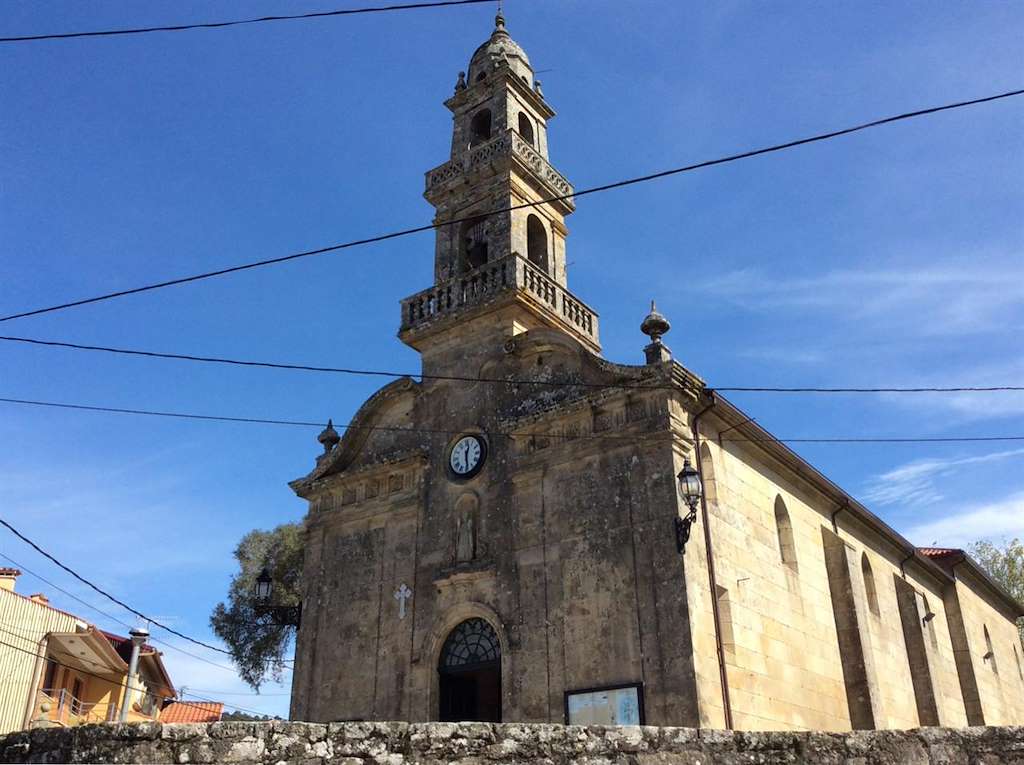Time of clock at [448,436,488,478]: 12:28
